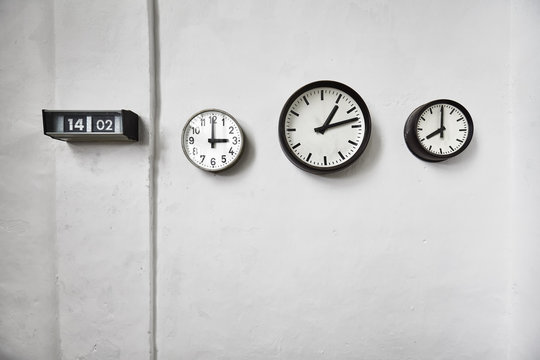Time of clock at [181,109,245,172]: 3:00
